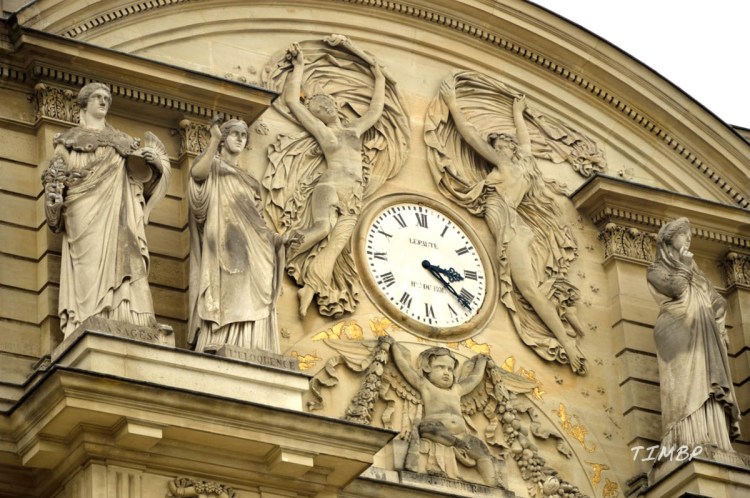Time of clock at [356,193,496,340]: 3:21
